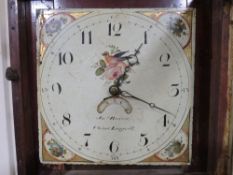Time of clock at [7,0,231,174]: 1:18
